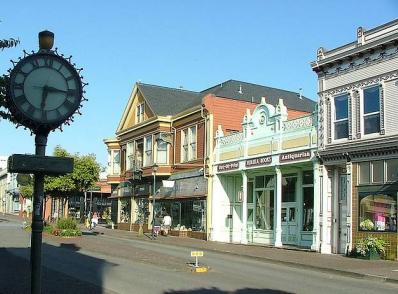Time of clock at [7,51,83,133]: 6:16
